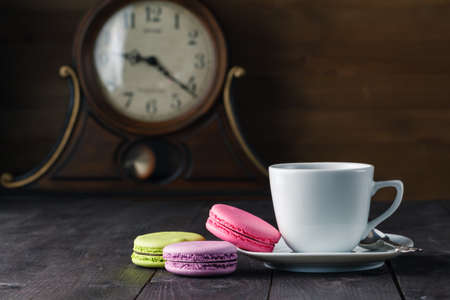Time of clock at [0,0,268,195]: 9:21
